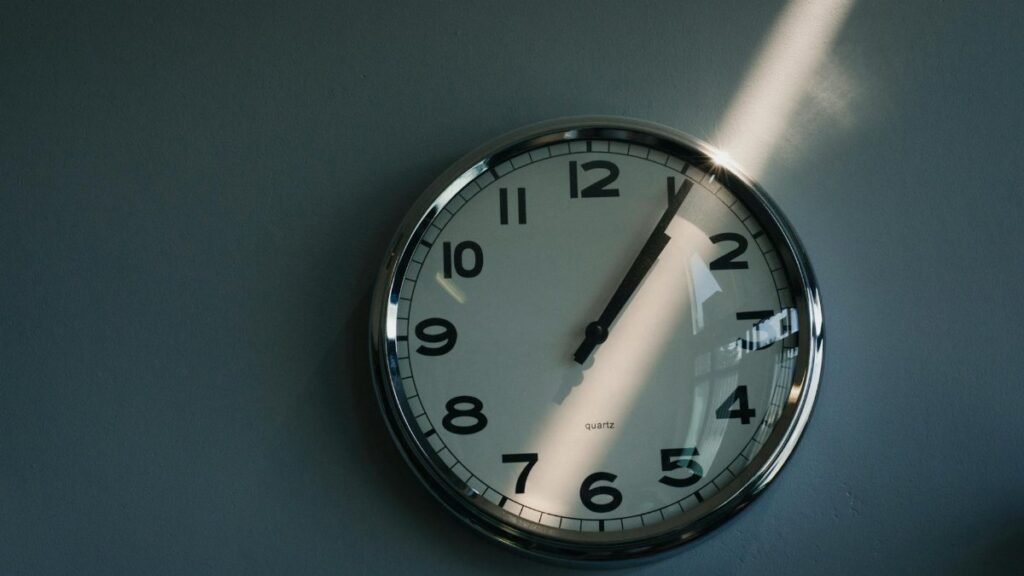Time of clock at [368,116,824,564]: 1:05
